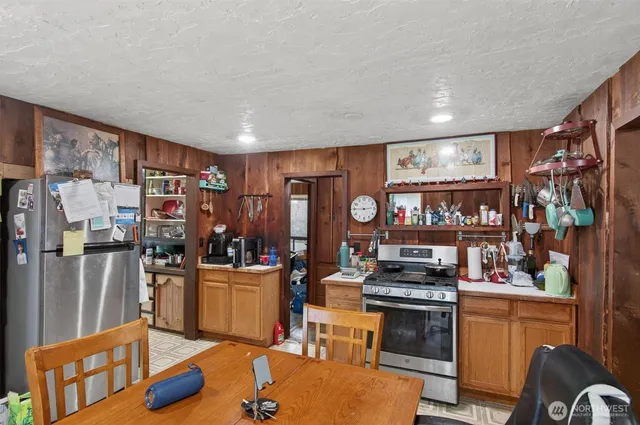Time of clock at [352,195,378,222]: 2:45
